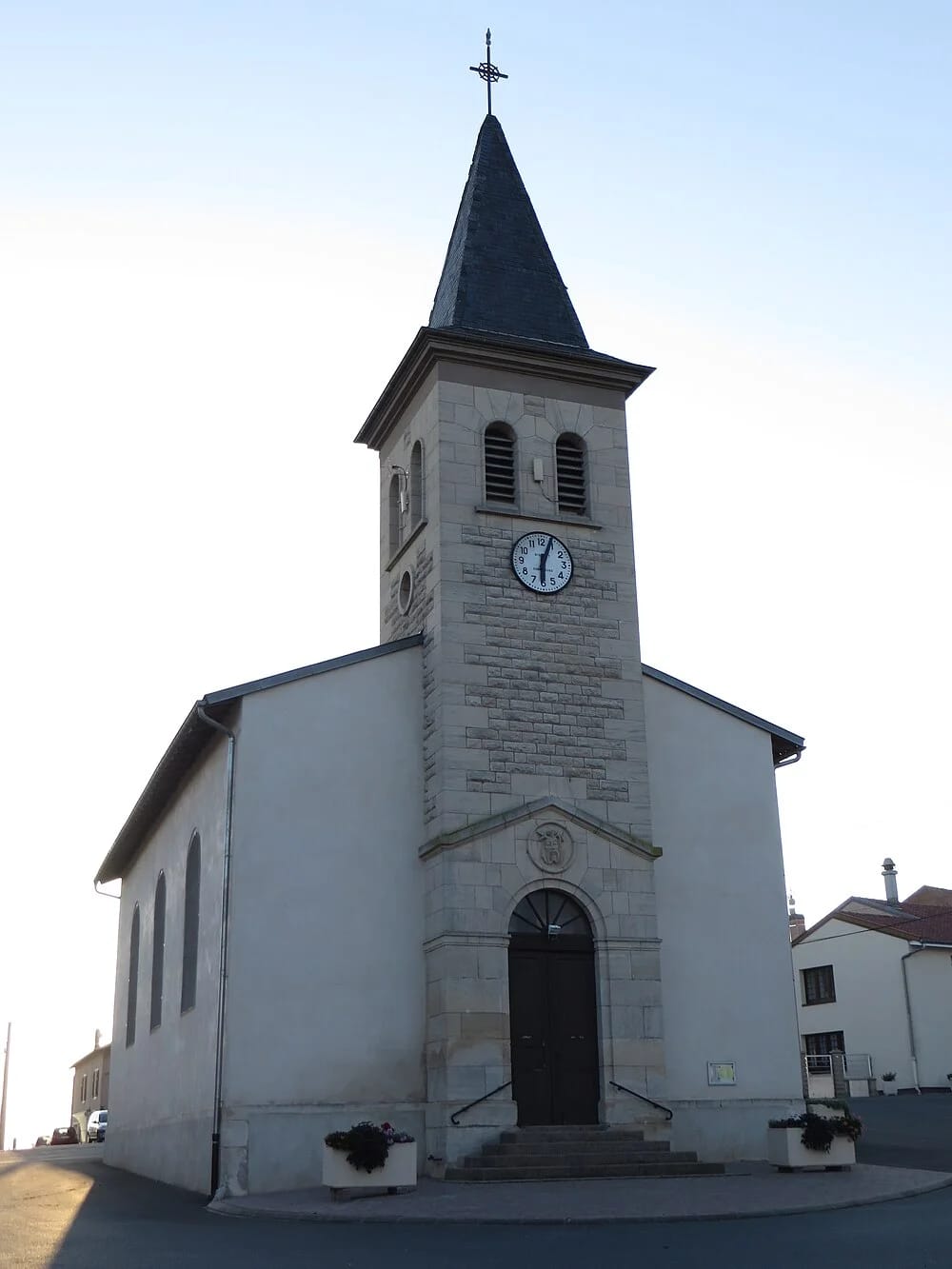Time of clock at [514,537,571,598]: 6:03
